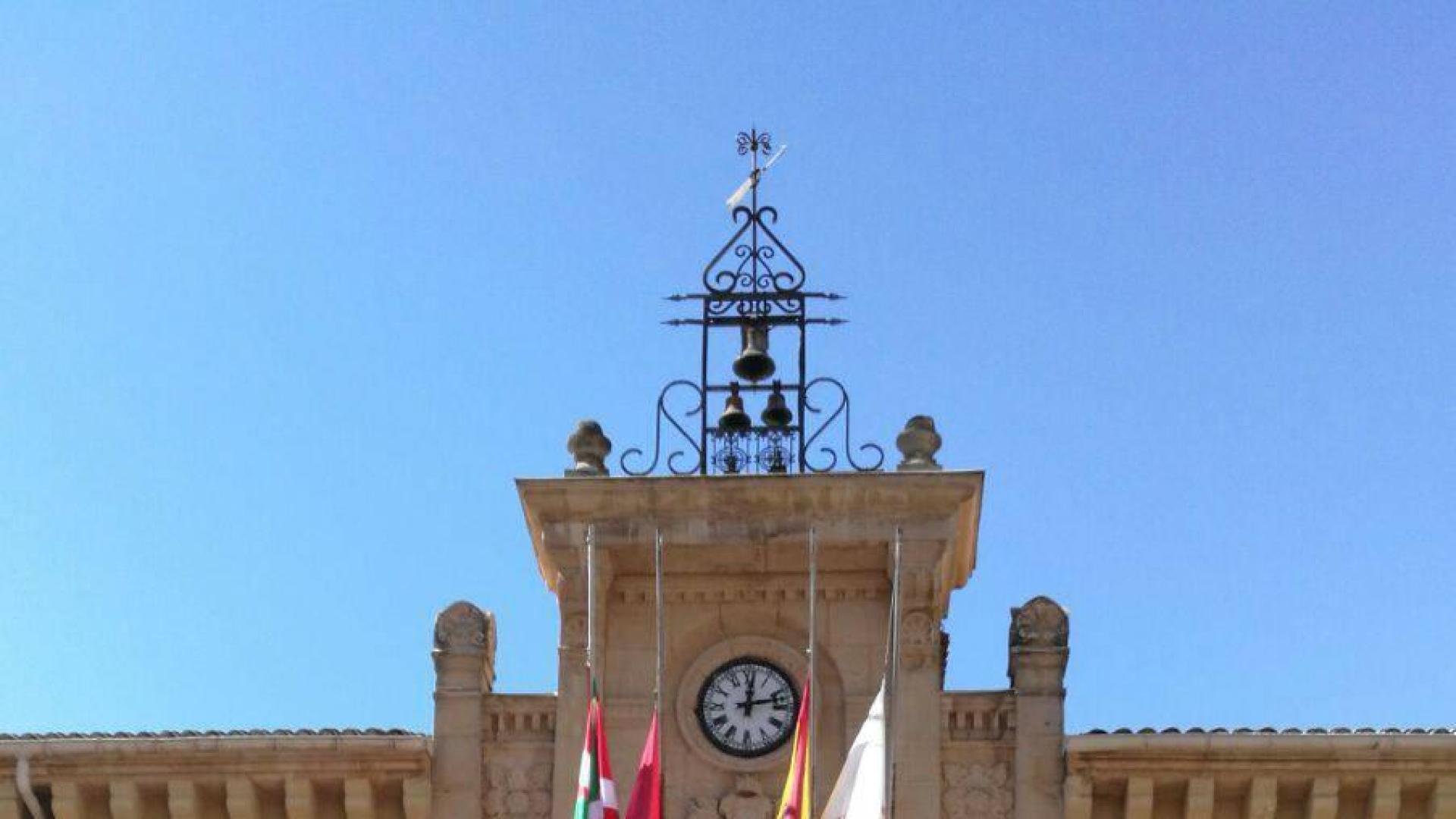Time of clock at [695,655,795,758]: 12:12
